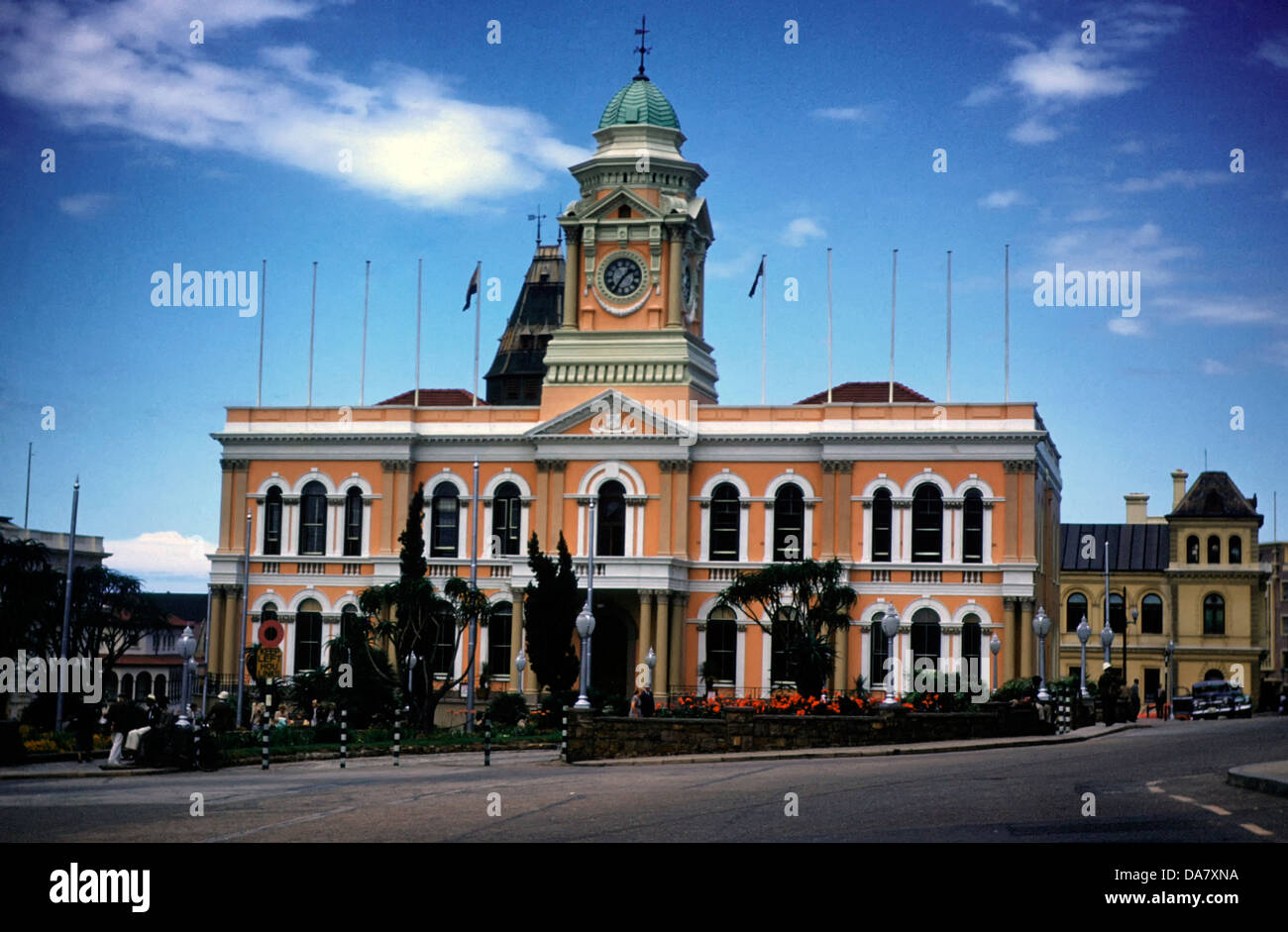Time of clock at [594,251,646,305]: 1:35
